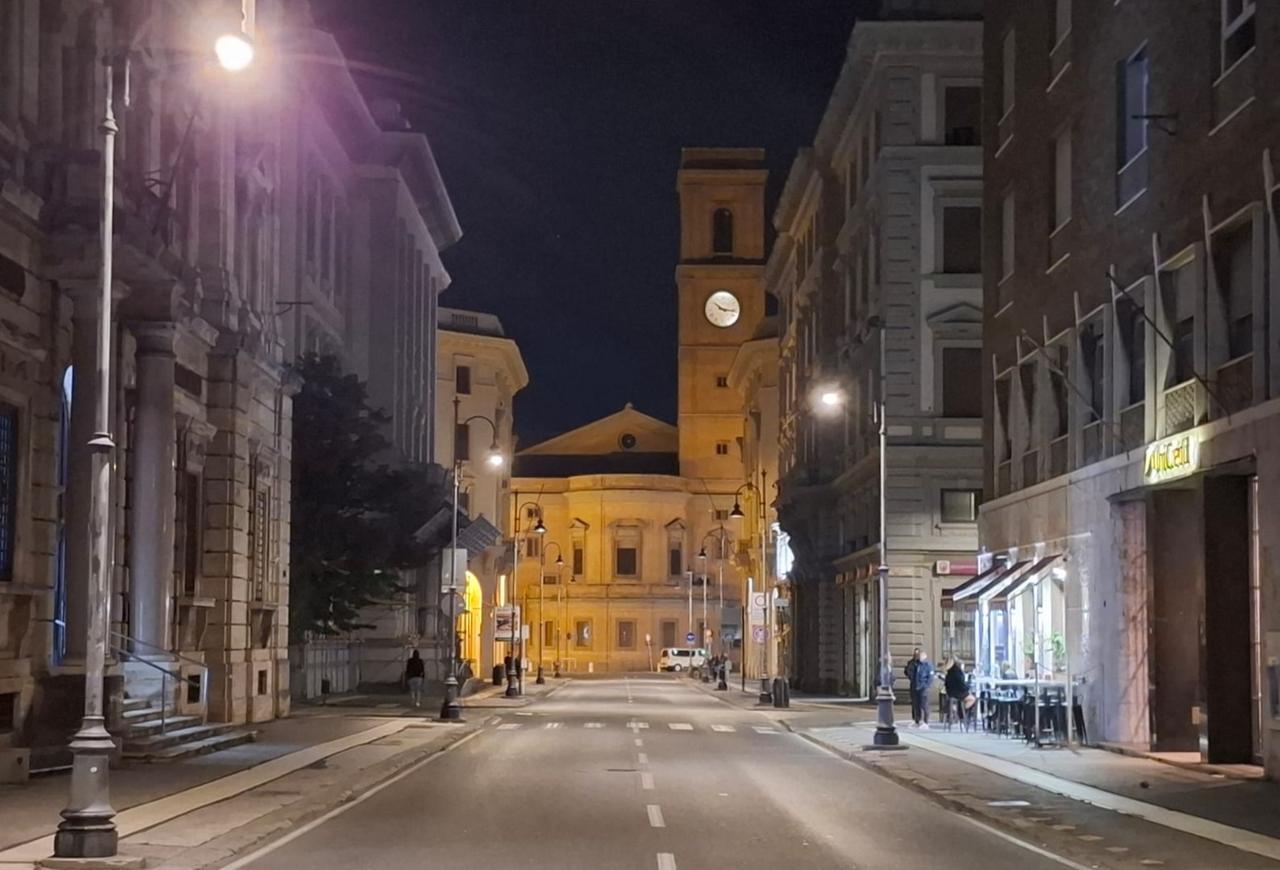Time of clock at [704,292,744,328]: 10:16
